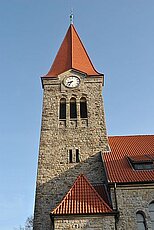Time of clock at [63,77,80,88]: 8:36
